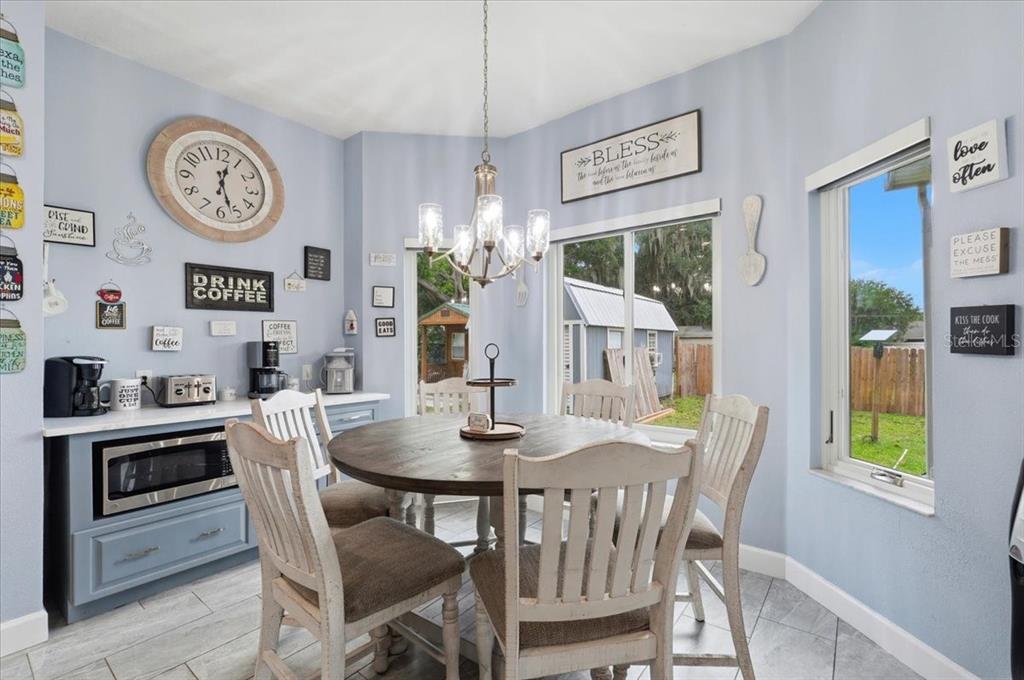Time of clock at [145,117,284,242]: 12:26
